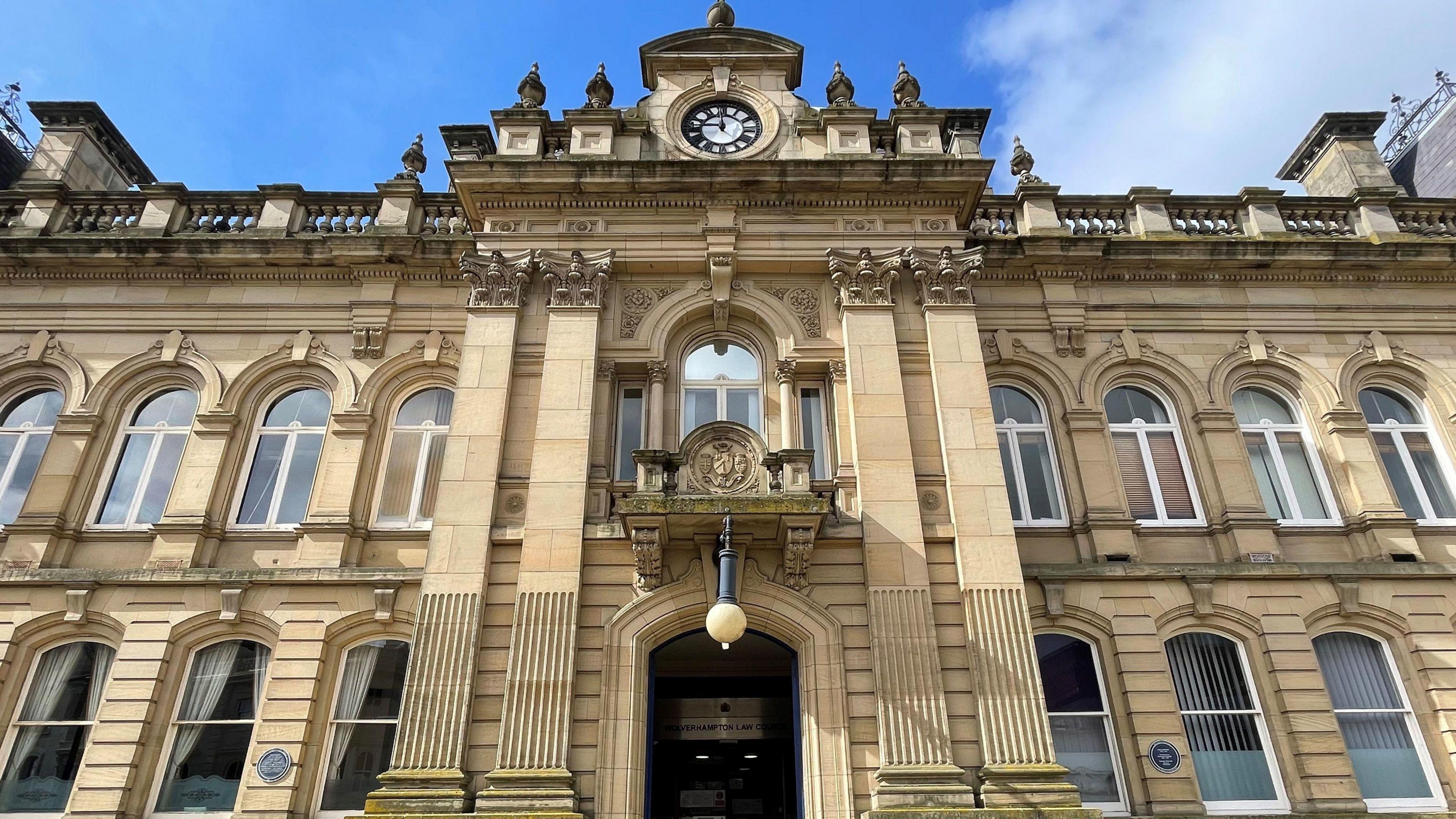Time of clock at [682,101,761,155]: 11:44
